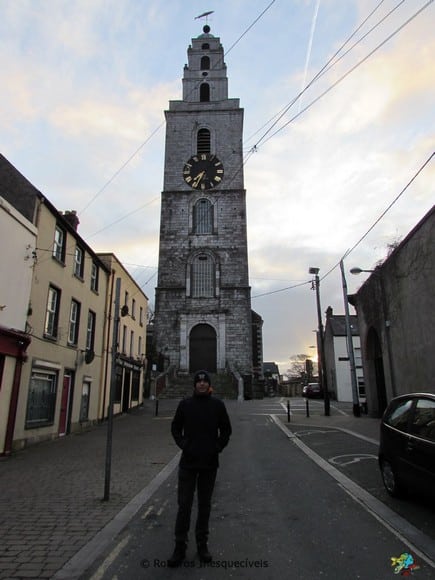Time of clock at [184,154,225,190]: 7:34
